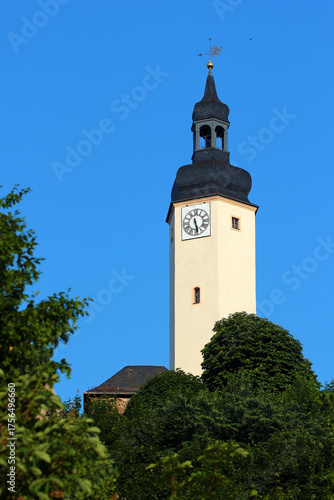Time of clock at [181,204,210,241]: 5:28
